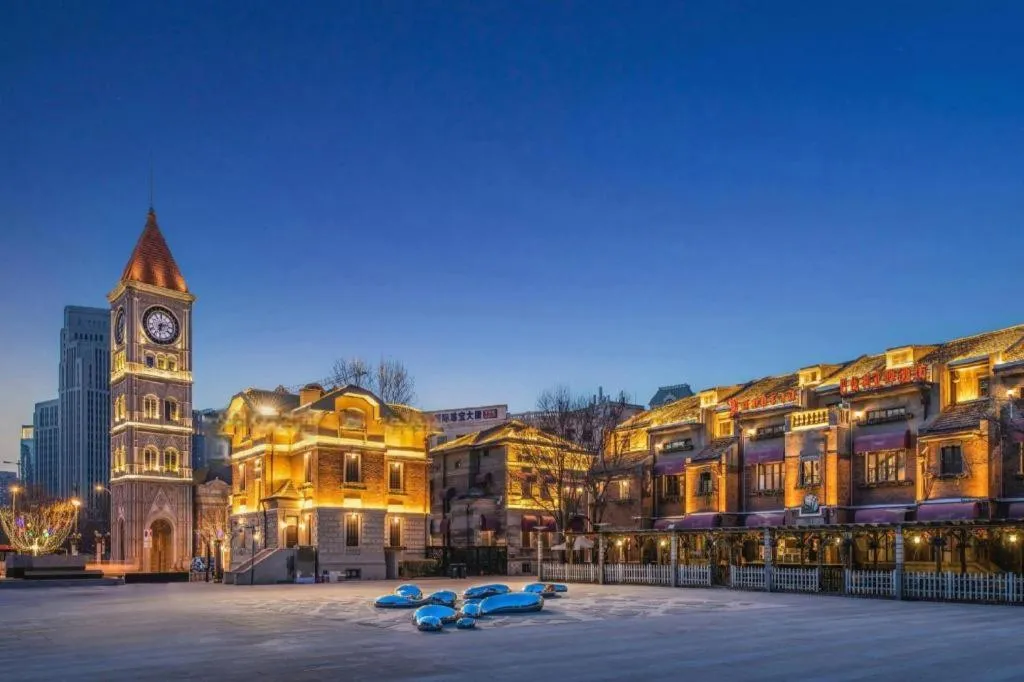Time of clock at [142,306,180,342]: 6:12
